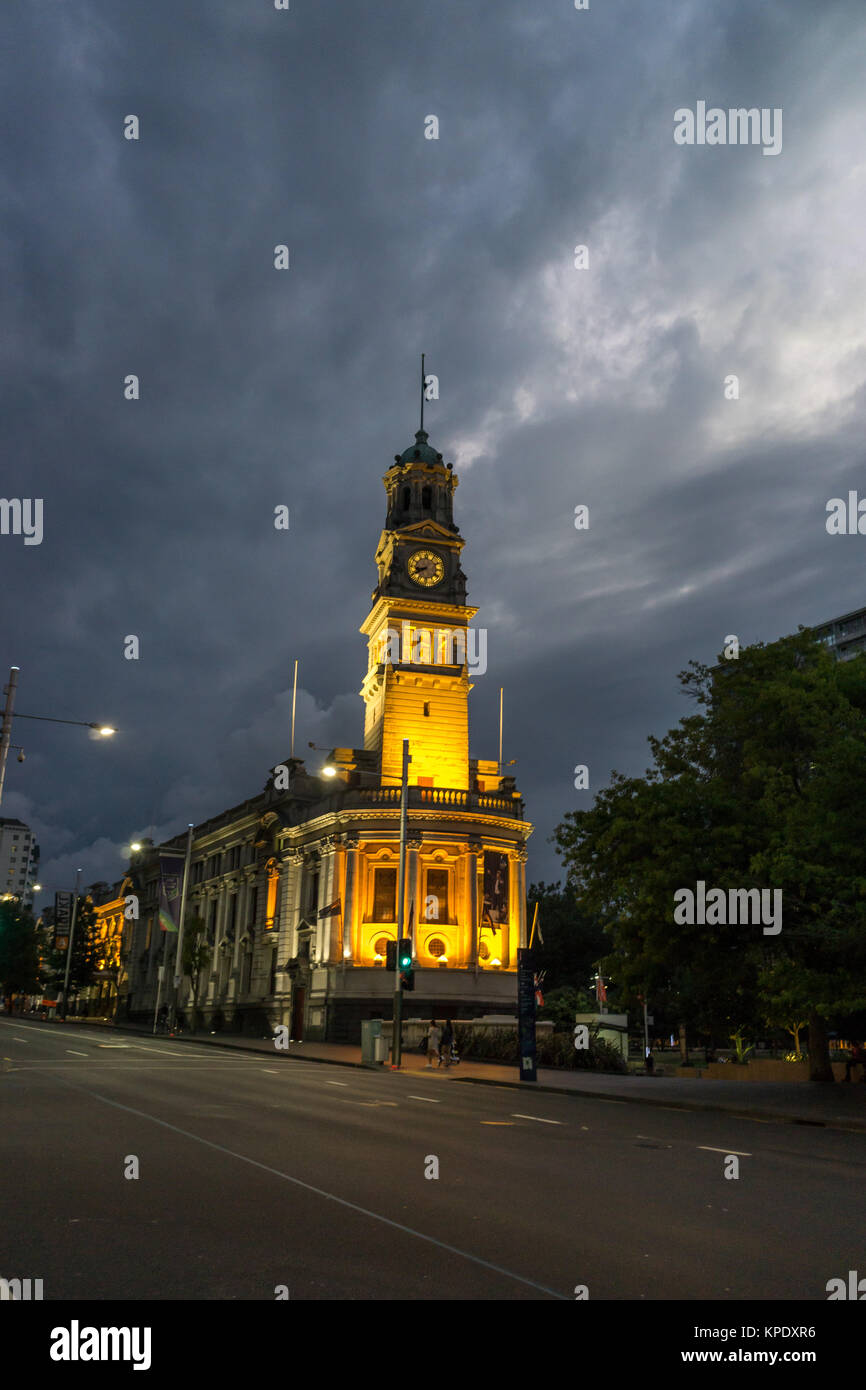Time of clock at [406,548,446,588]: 8:40
